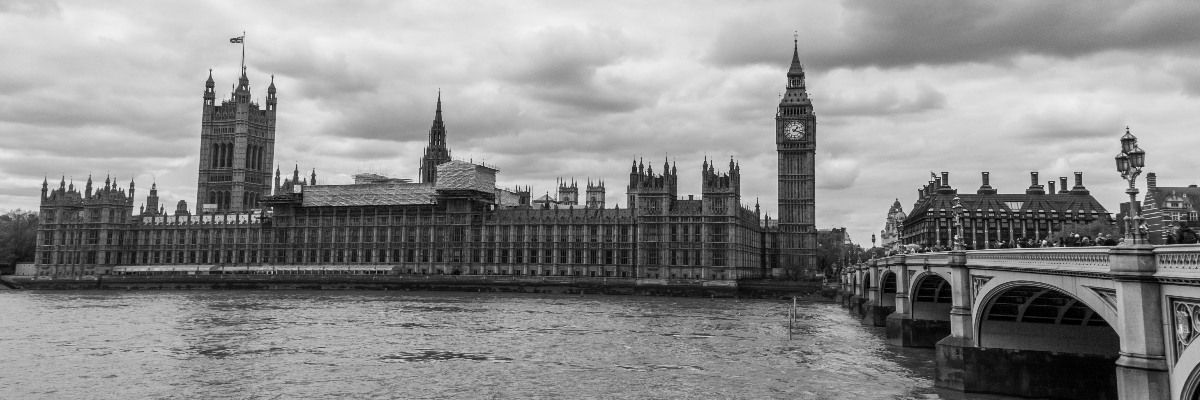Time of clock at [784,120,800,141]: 1:18
